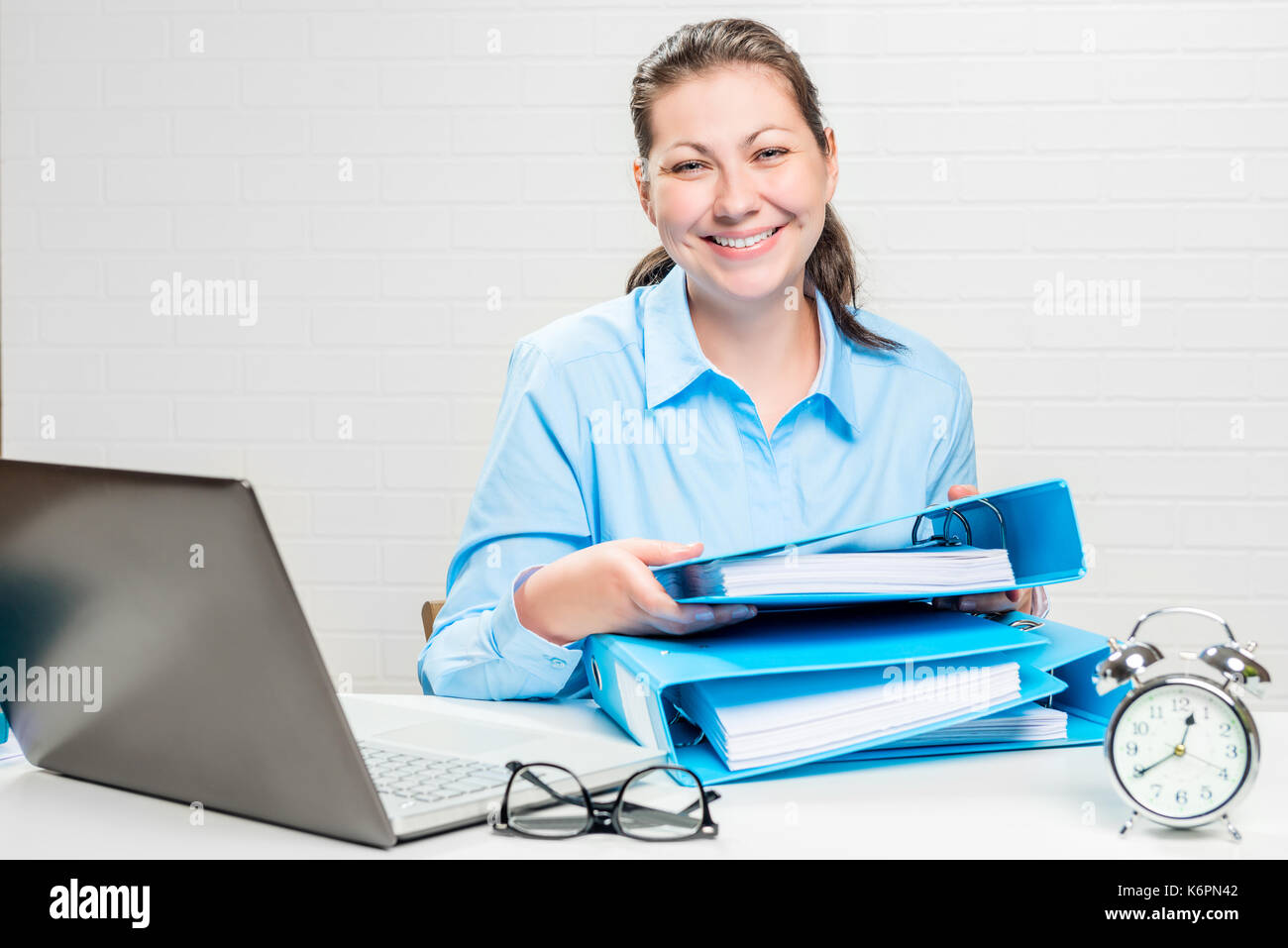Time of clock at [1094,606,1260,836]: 12:40
